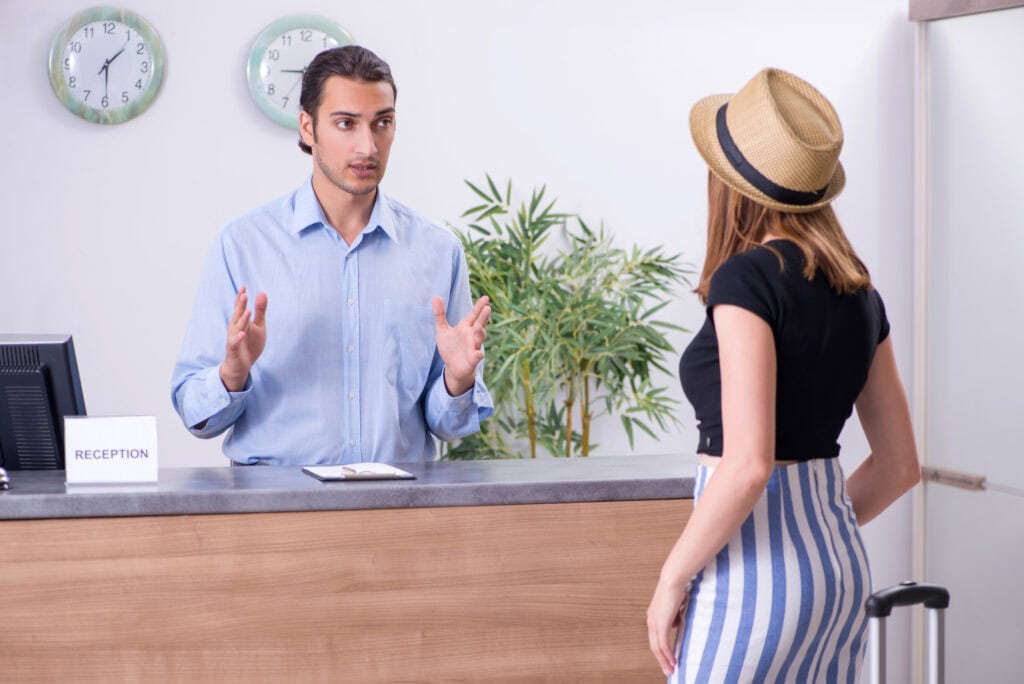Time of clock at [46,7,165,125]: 1:29
